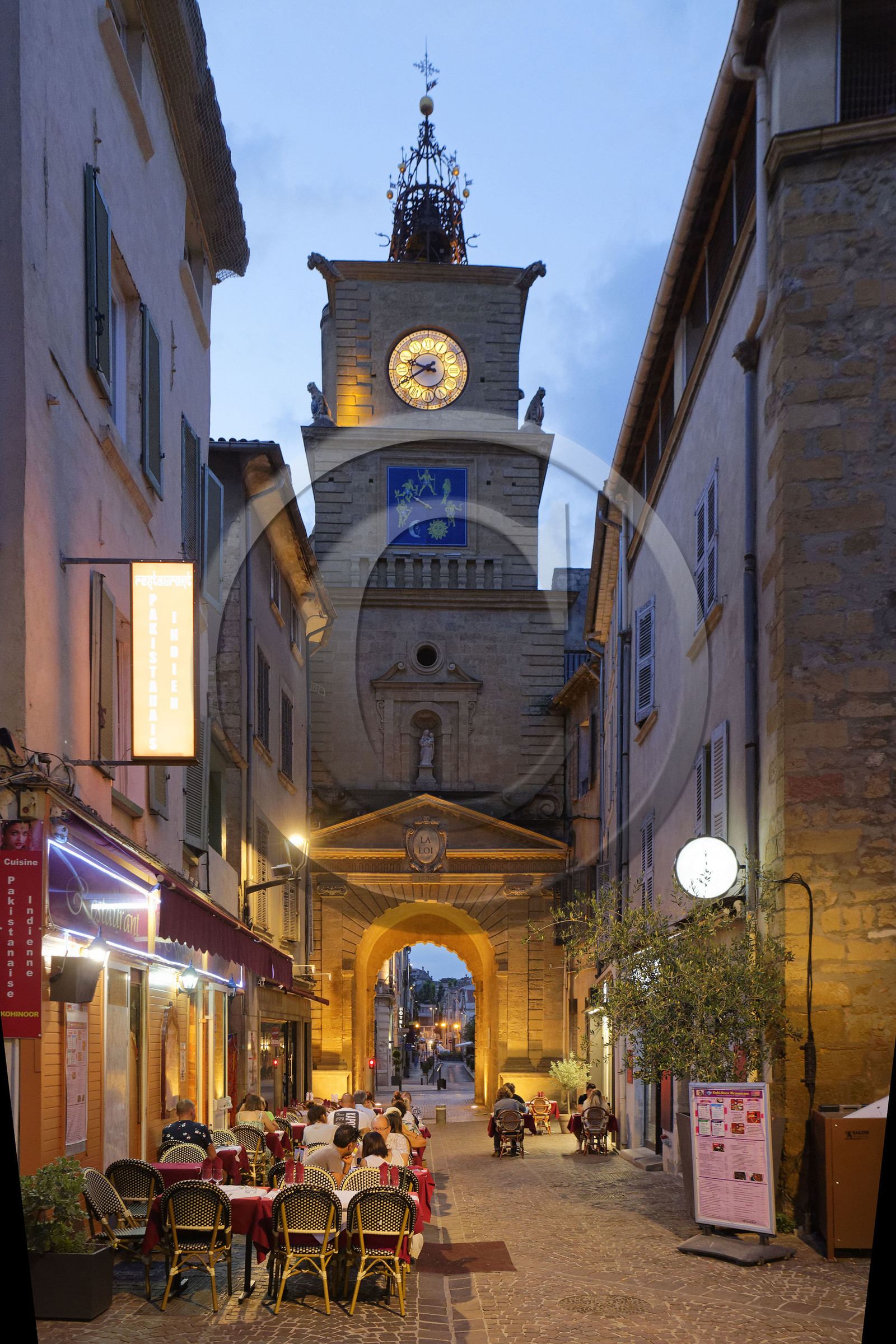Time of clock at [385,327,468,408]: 9:39
